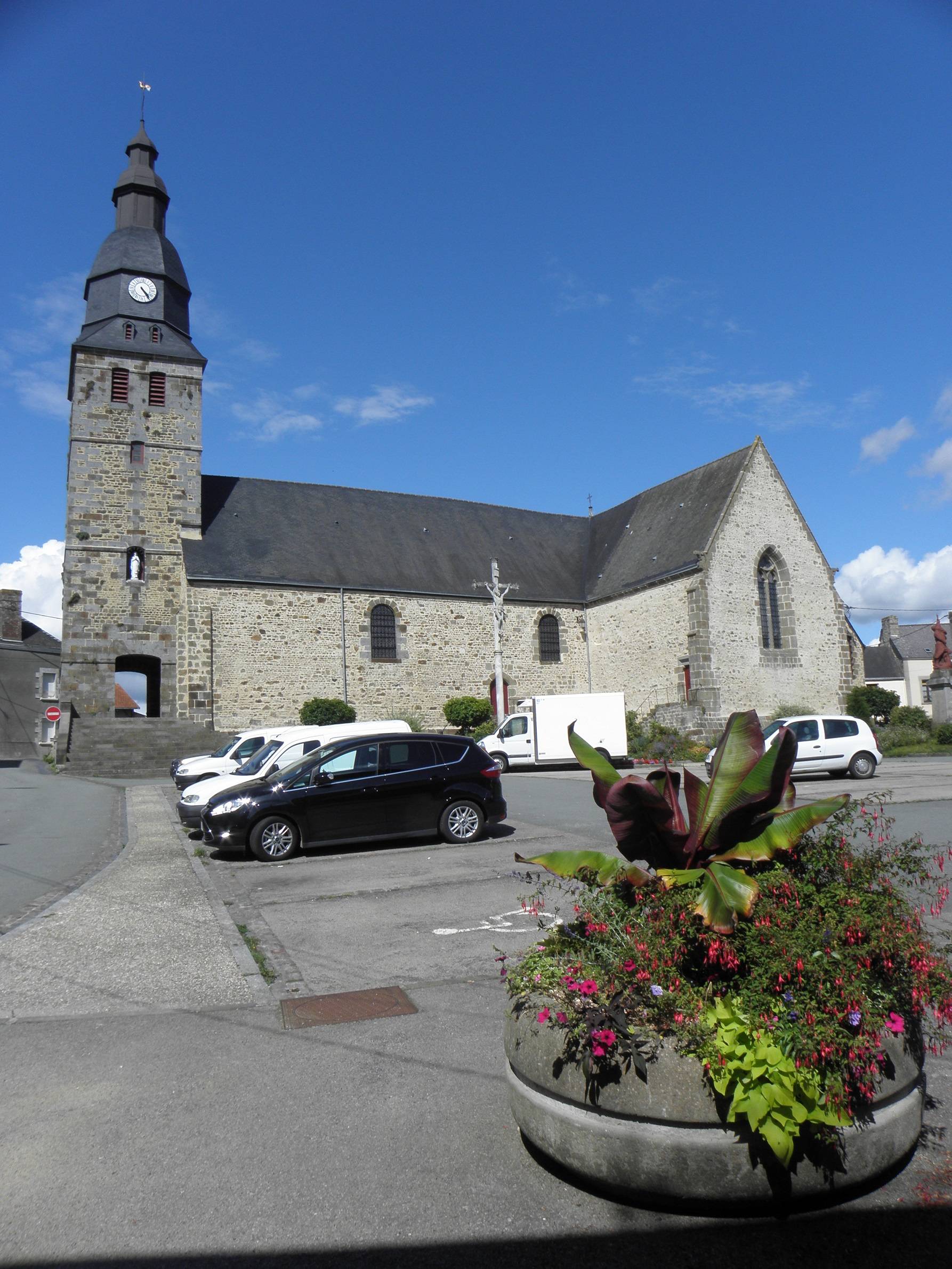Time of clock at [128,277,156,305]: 4:23
